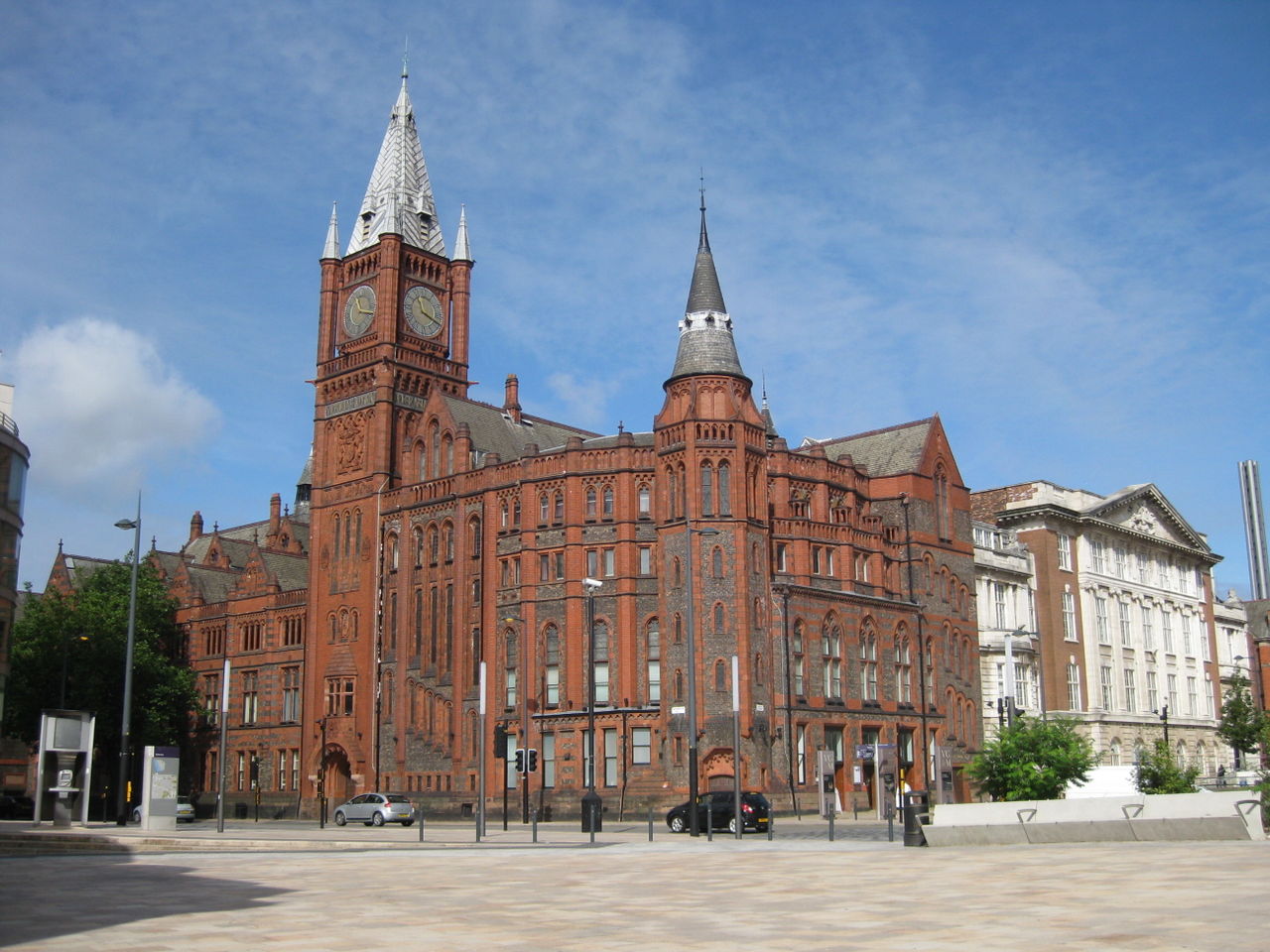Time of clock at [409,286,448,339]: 11:18
